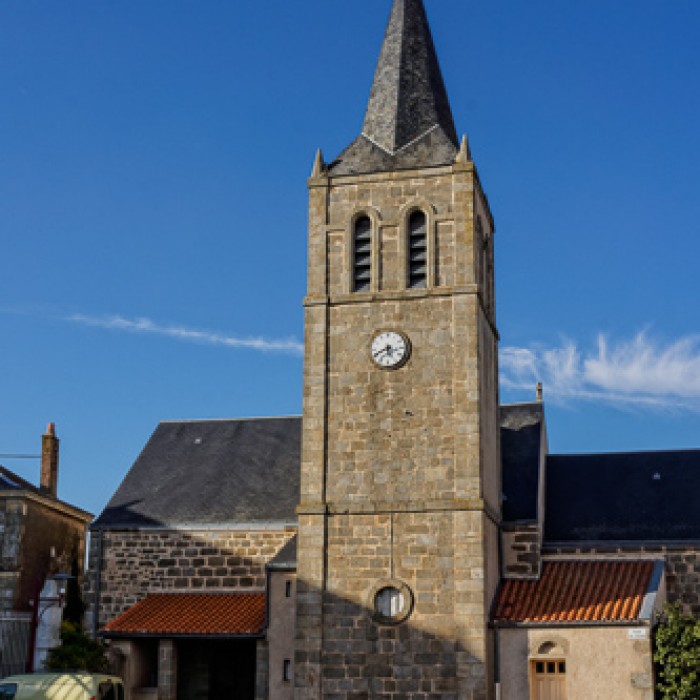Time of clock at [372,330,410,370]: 5:40
